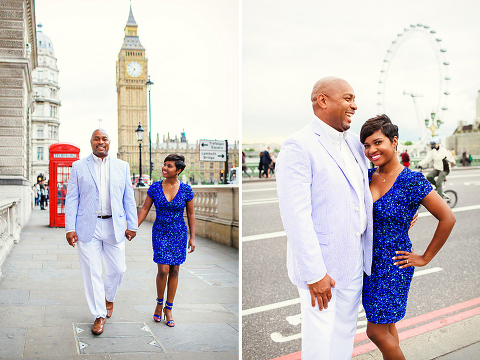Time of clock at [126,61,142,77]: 6:51
